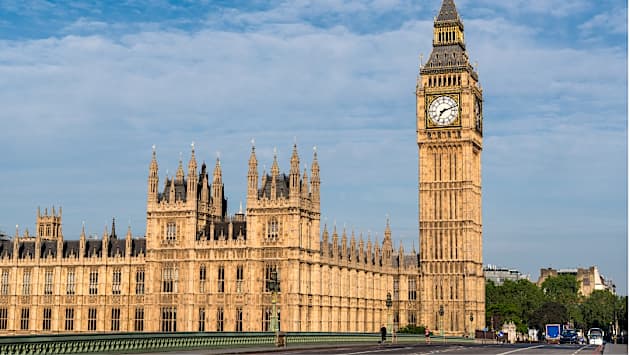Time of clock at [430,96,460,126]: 7:12
